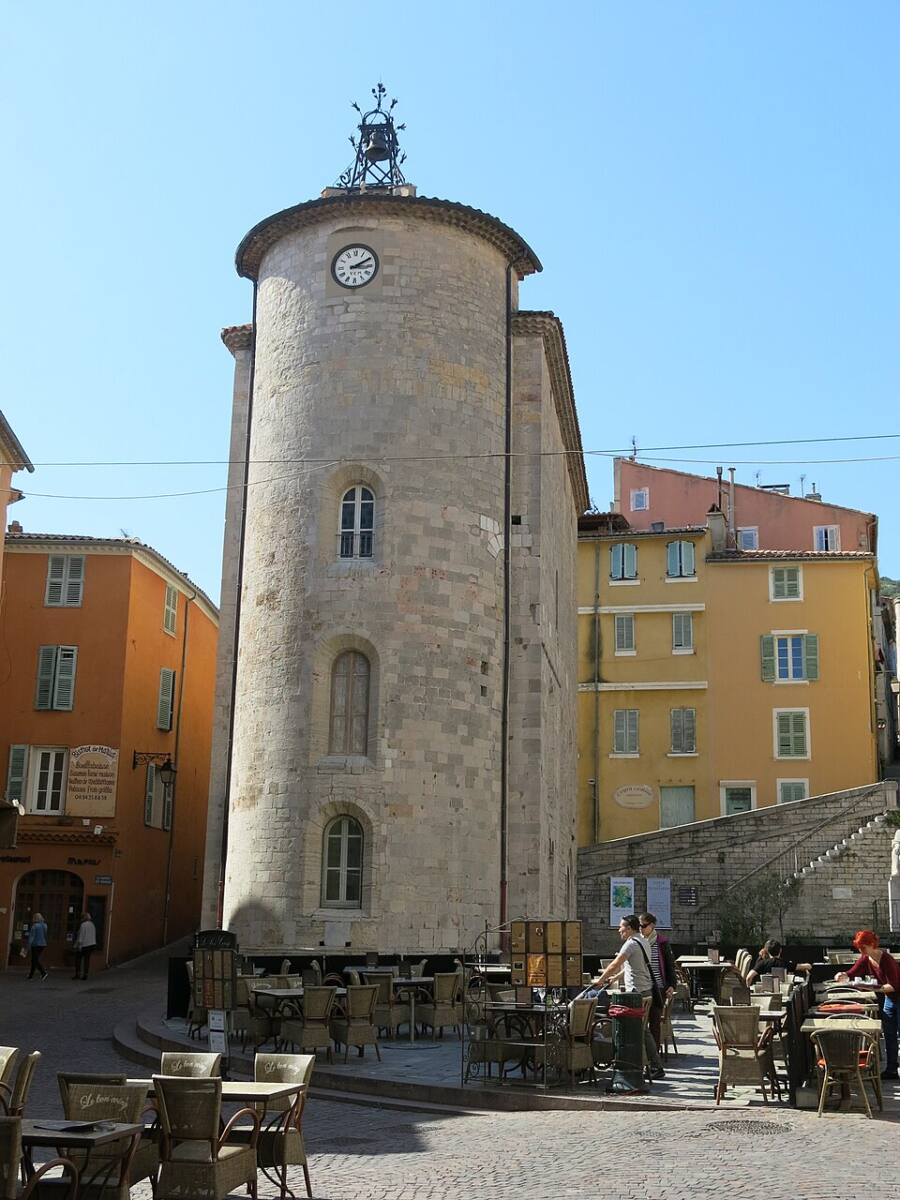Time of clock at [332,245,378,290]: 3:10
